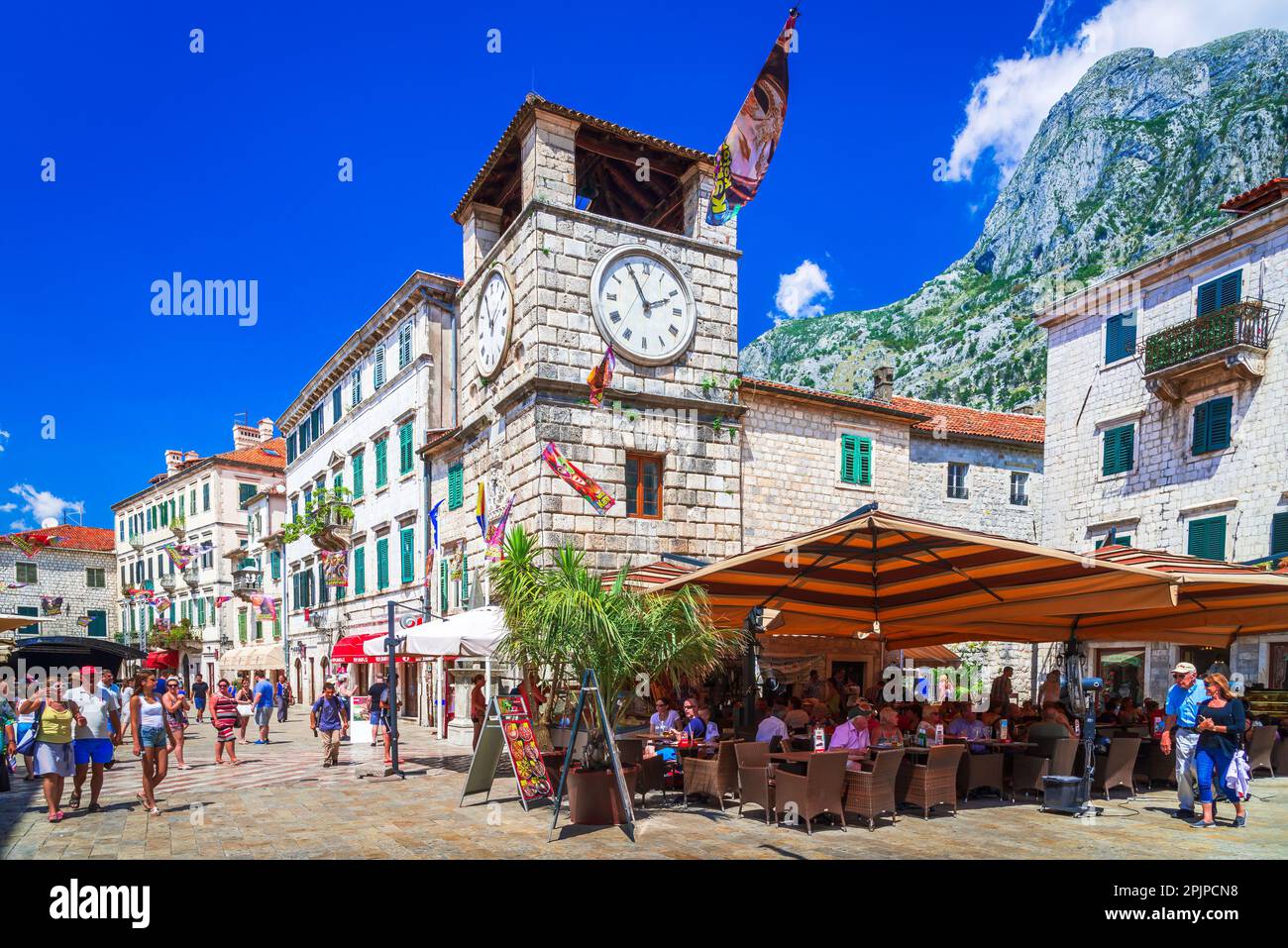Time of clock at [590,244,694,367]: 1:55
